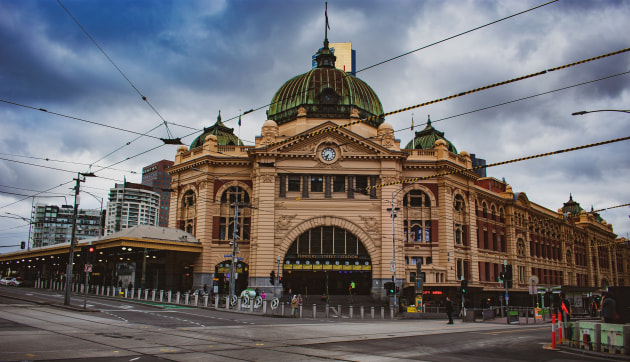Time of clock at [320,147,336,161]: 7:33
